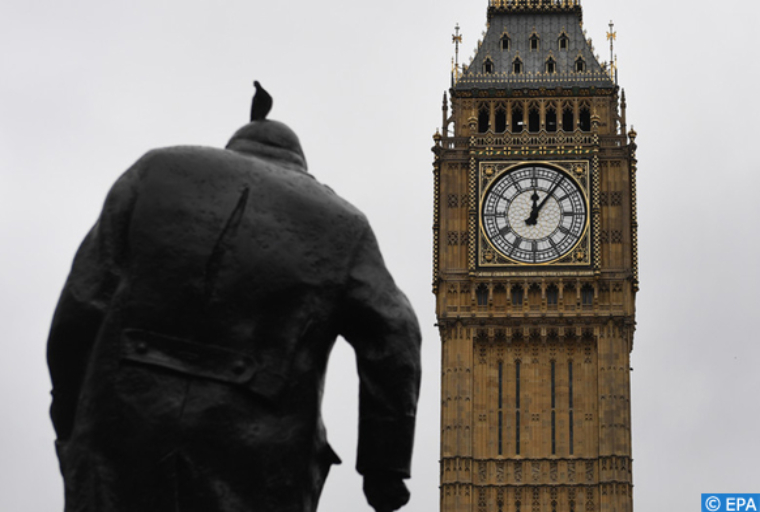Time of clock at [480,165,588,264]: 12:06
